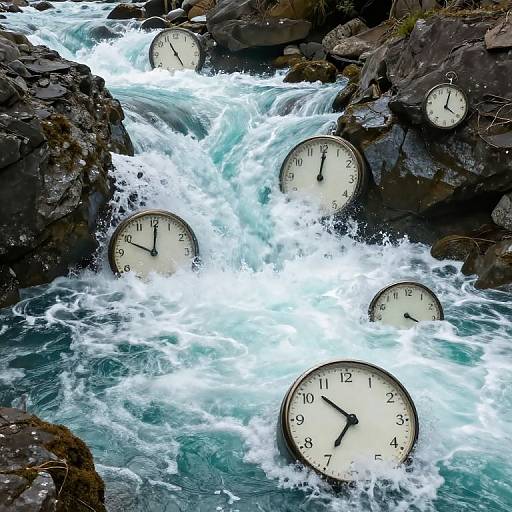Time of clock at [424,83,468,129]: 4:01
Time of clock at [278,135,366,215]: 12:00
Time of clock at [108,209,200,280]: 12:00
